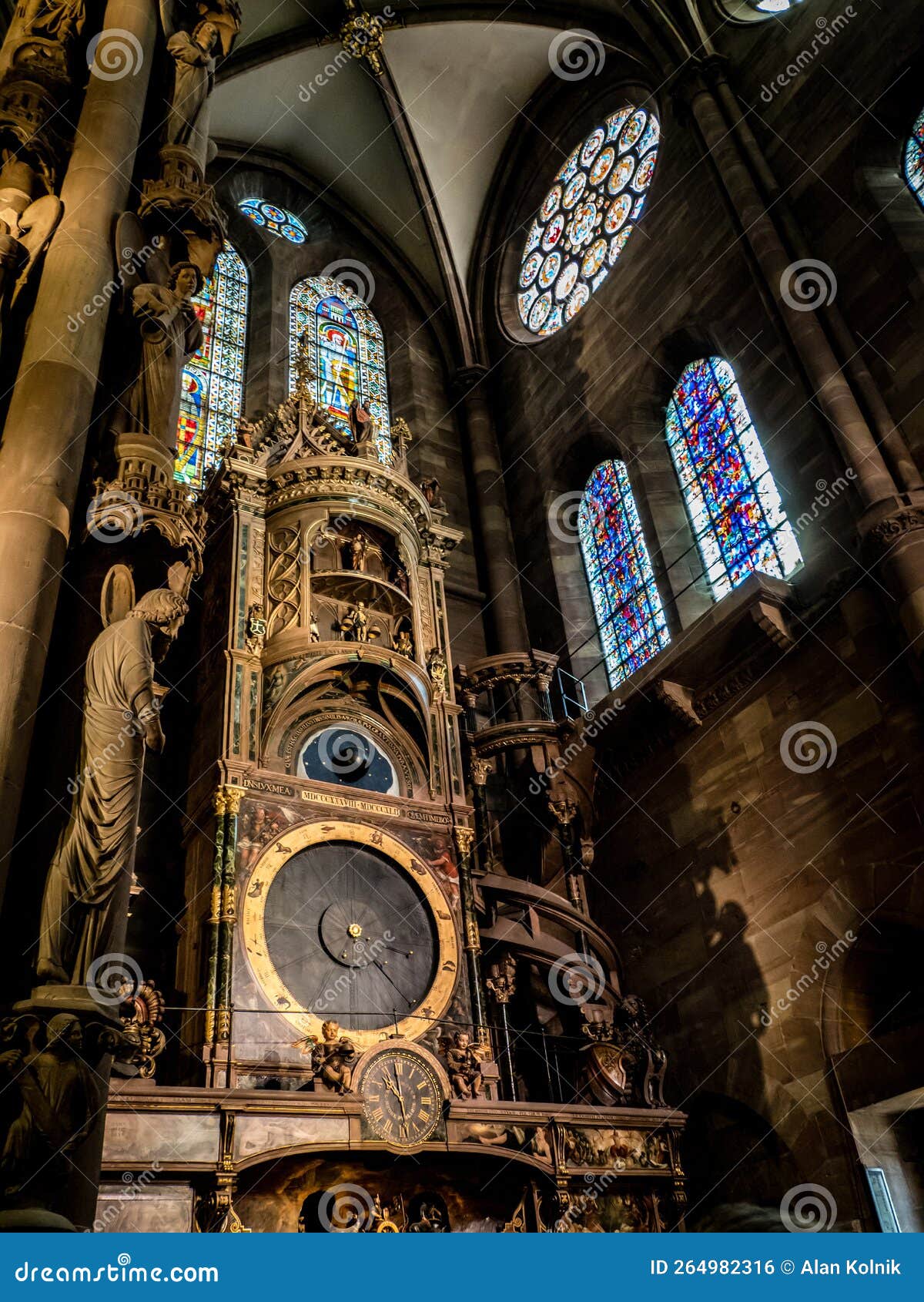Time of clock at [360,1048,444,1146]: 10:28
